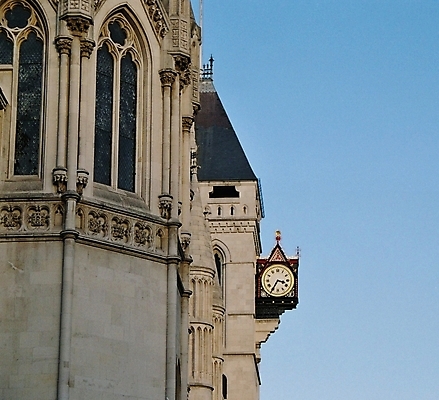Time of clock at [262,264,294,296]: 3:35
